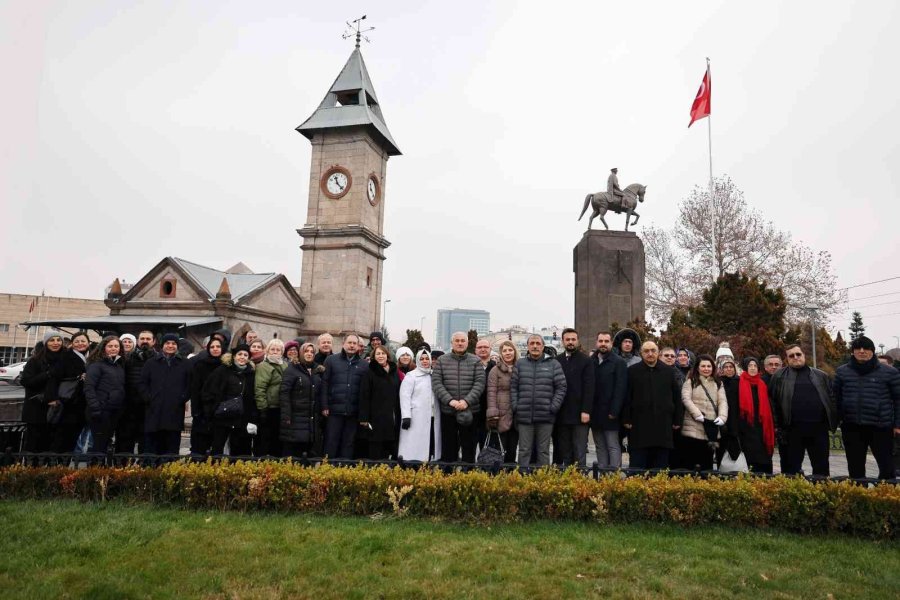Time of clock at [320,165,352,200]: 11:22
